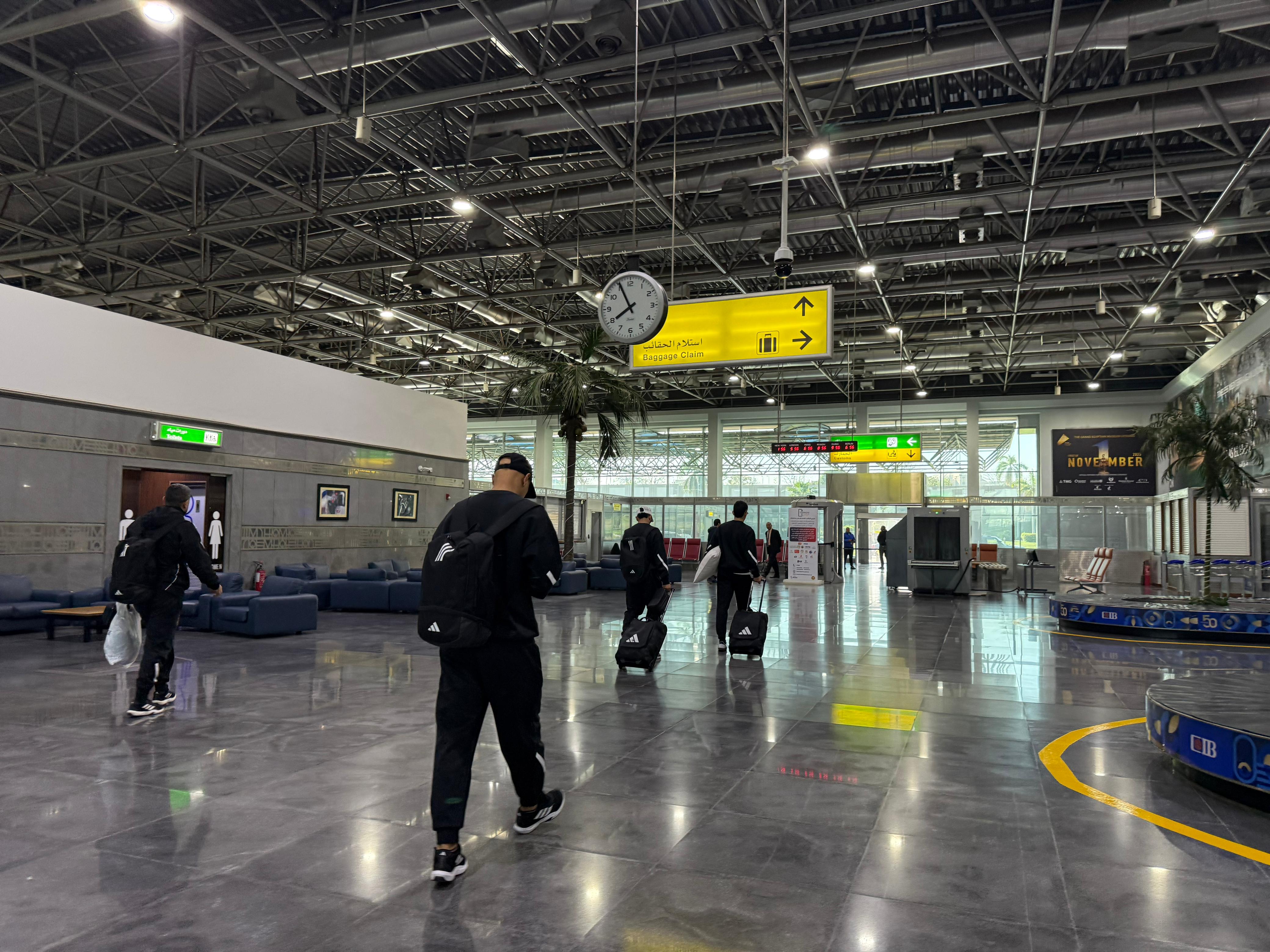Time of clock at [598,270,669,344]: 7:55
